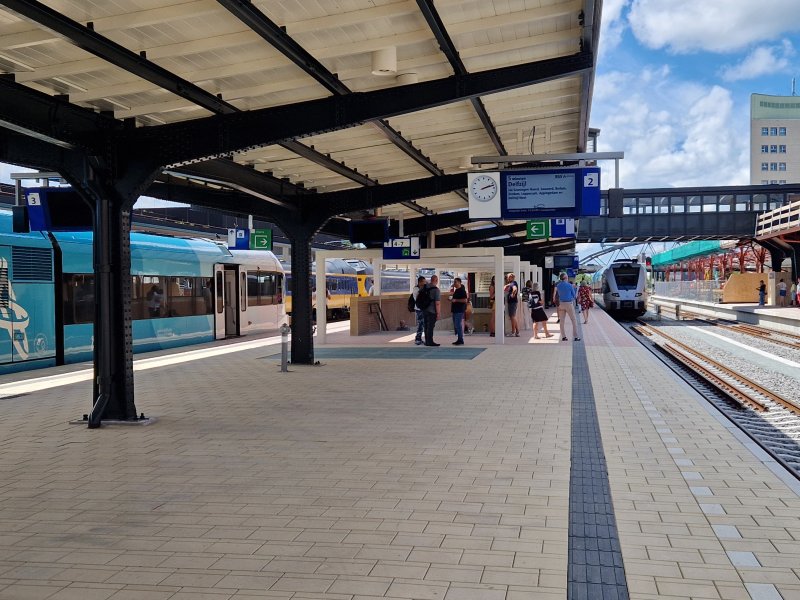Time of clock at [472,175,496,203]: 2:12
